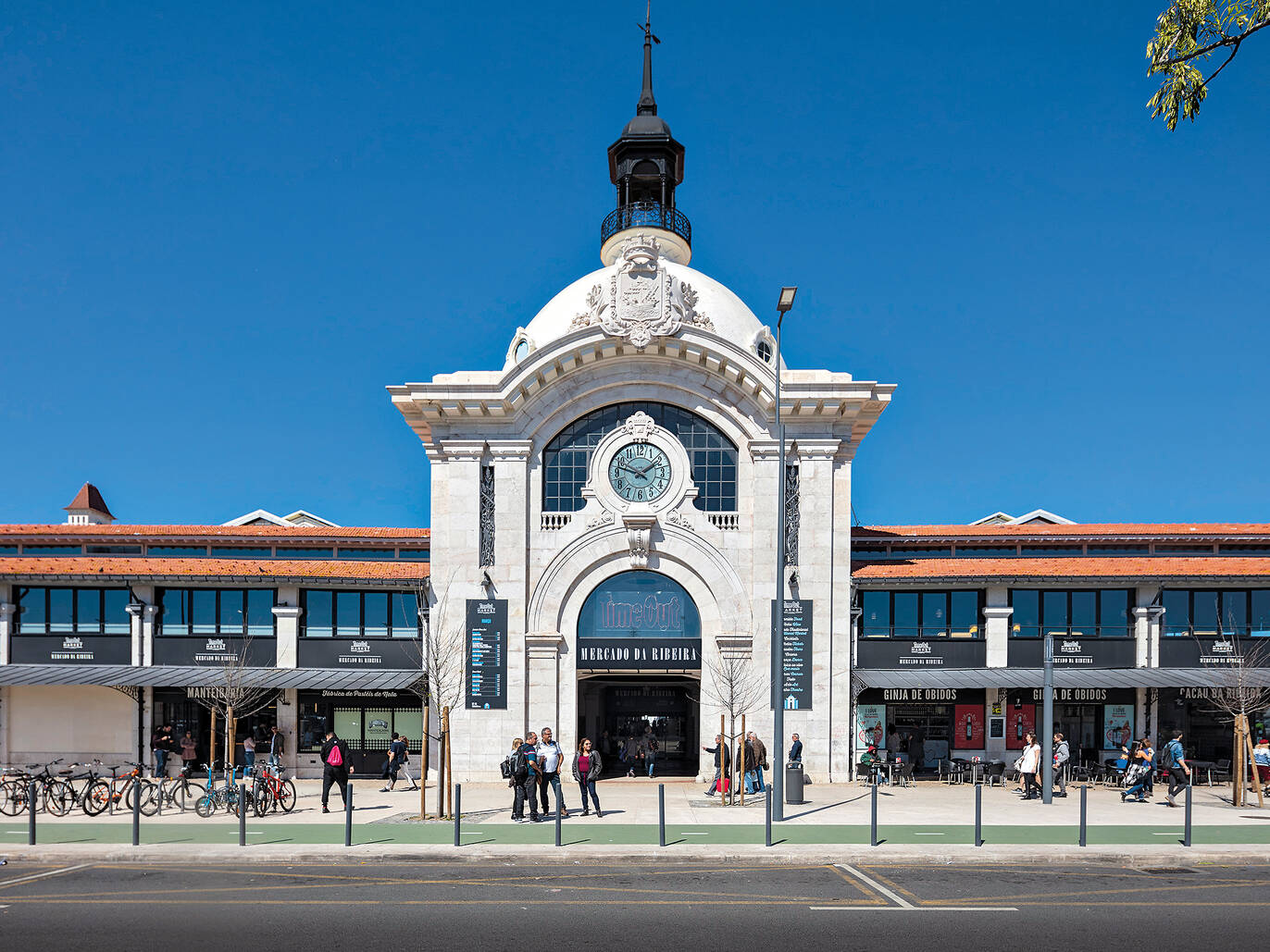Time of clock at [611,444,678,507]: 1:47
